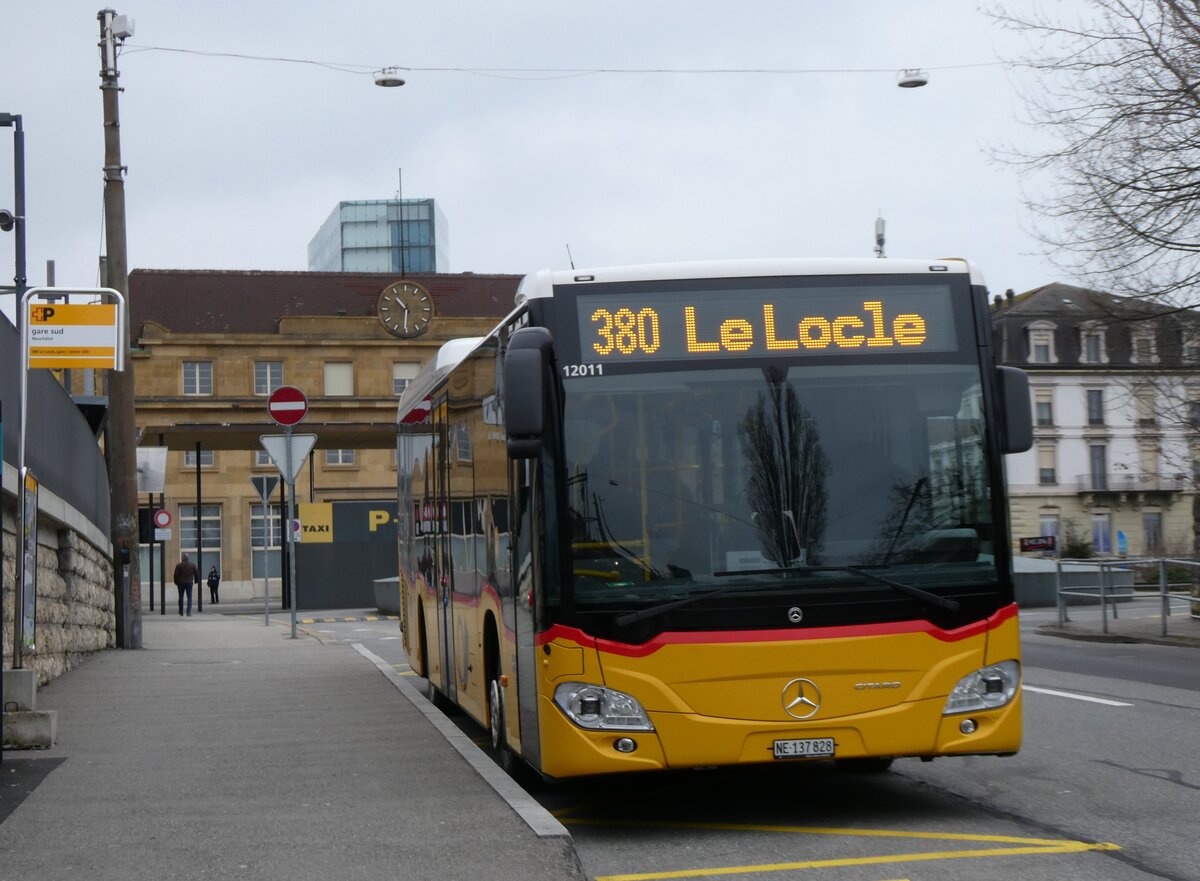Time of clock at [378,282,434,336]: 10:30
